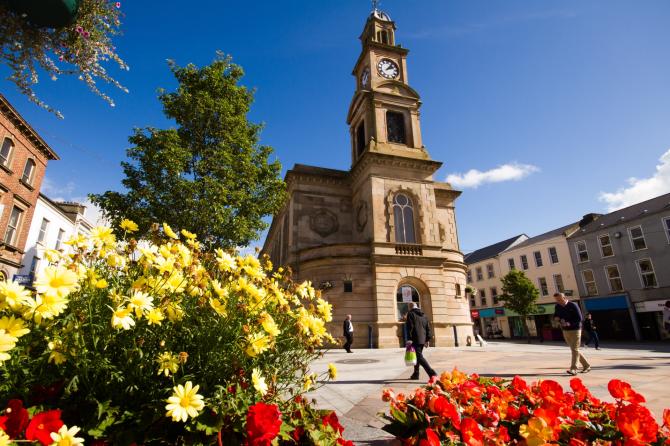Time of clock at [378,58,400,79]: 2:06
